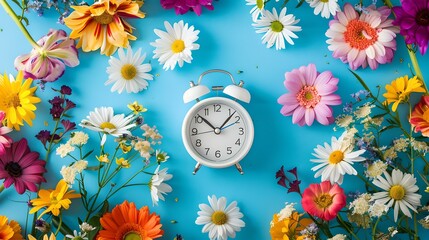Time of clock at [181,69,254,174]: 10:07
